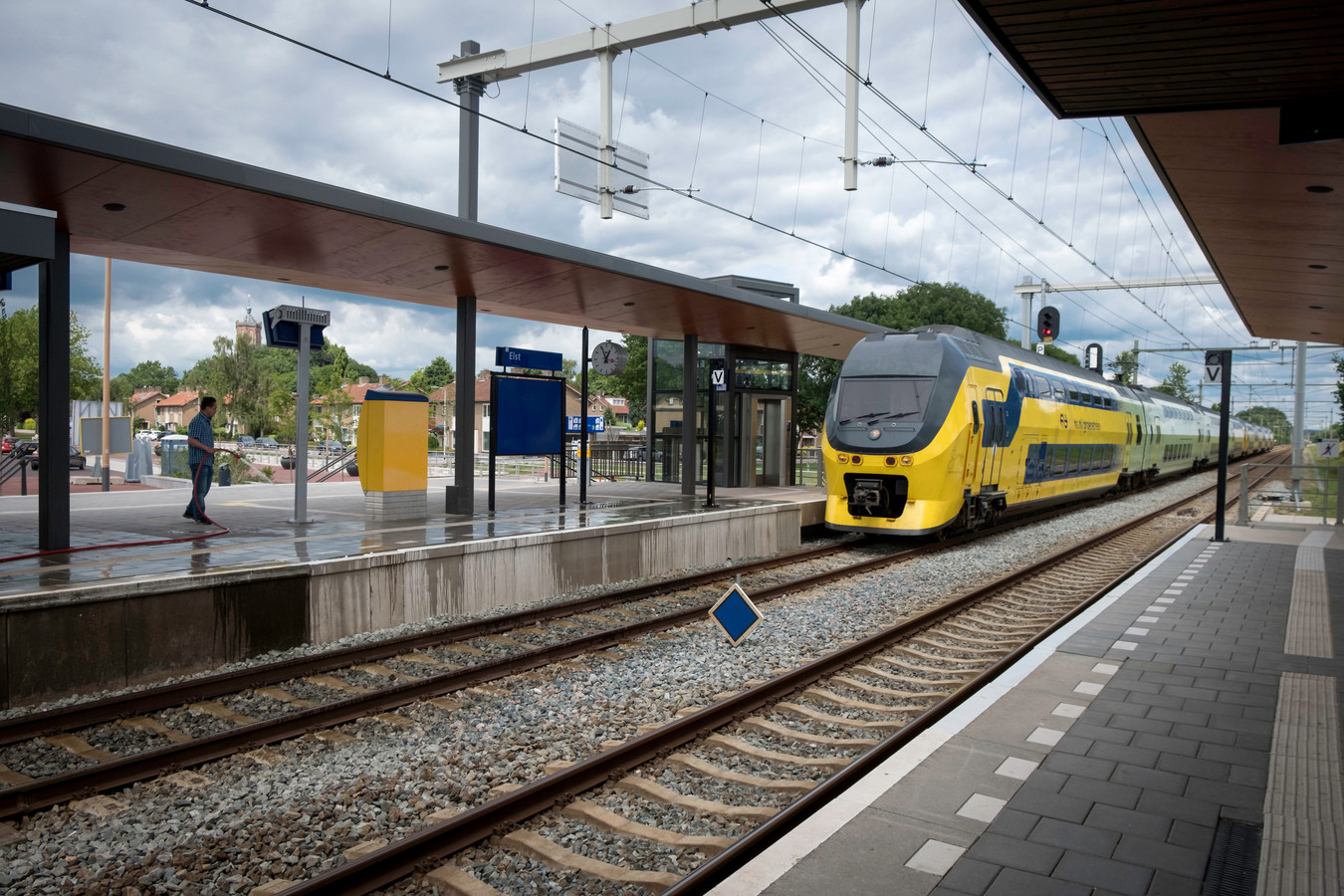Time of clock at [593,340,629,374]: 12:55
